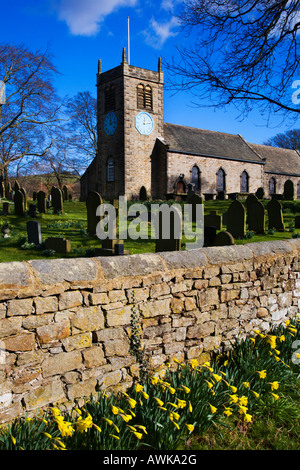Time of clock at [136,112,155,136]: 12:13
